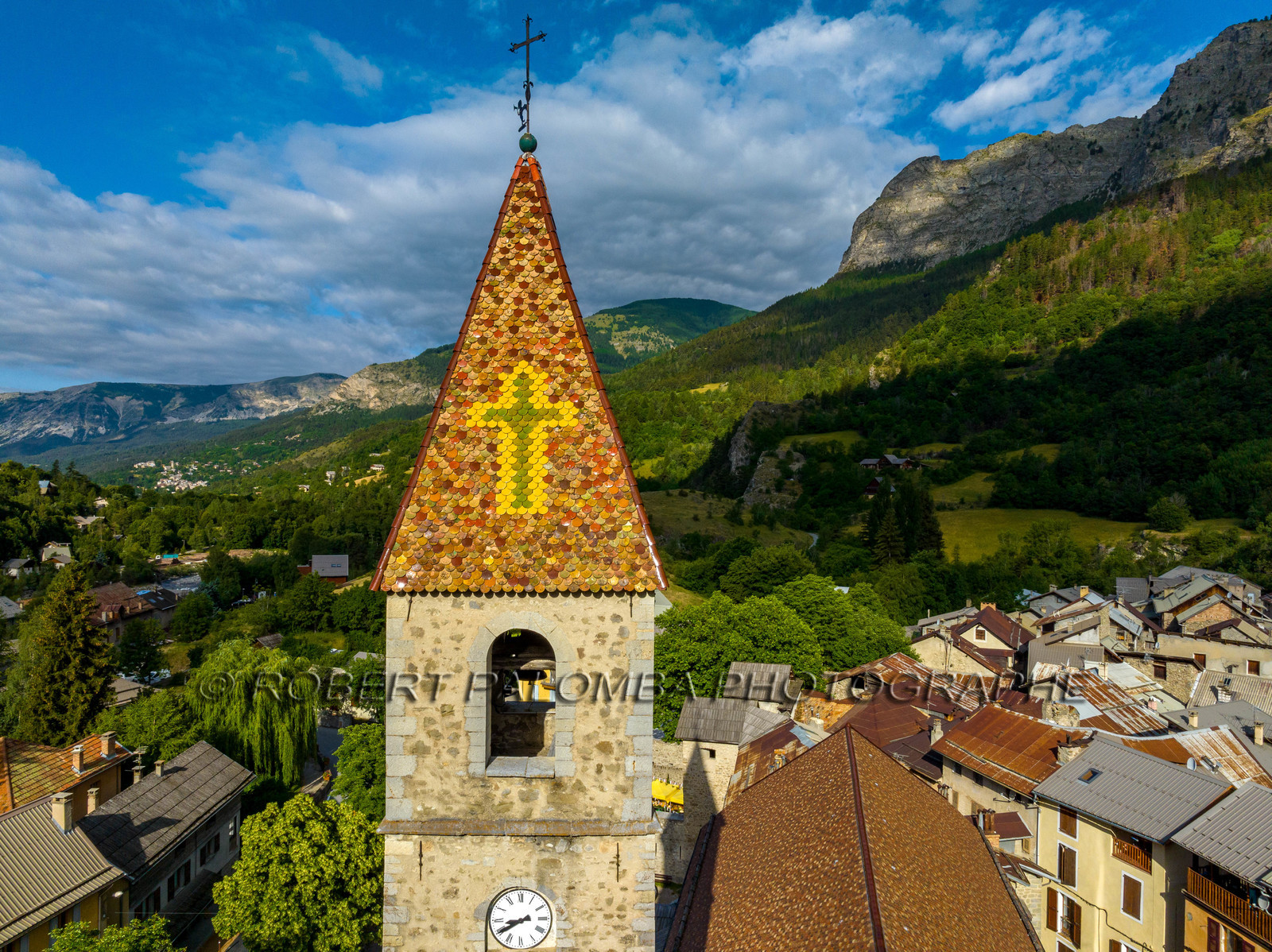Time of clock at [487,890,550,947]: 8:40
